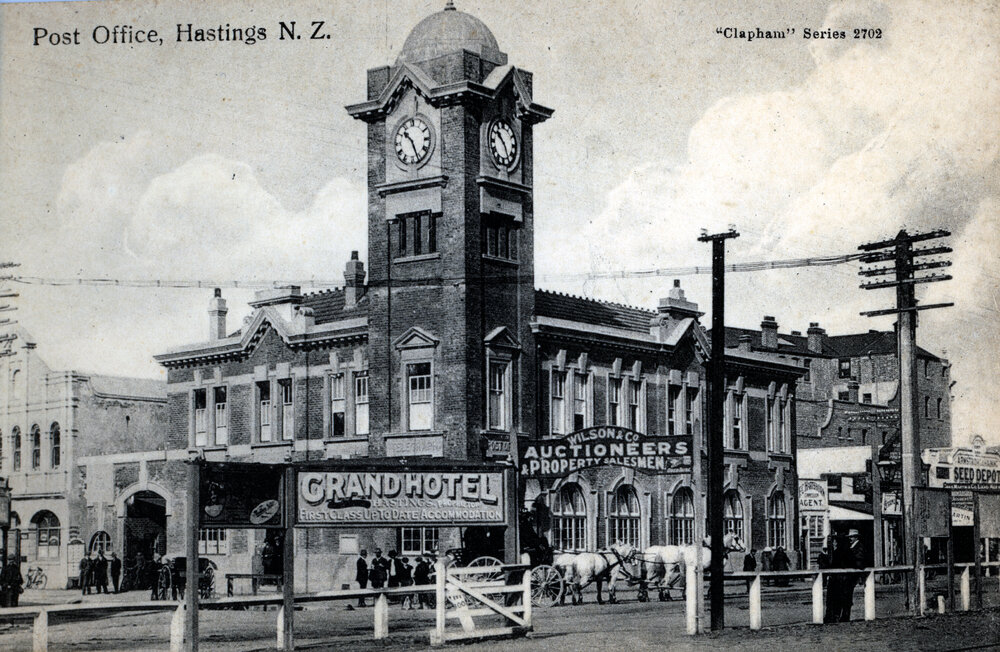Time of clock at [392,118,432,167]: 10:26
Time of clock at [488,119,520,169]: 10:24
